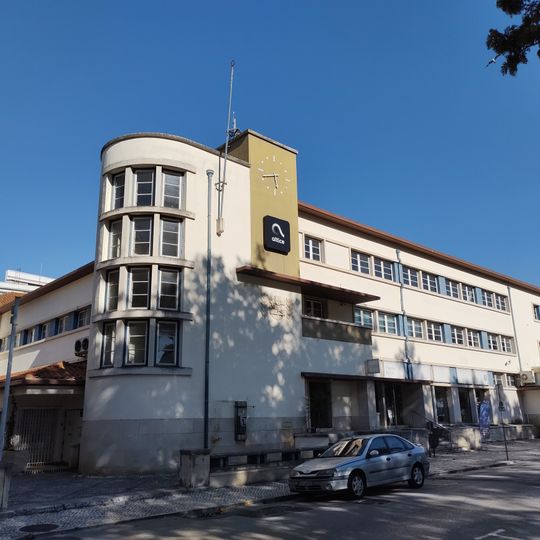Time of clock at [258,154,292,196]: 5:42
